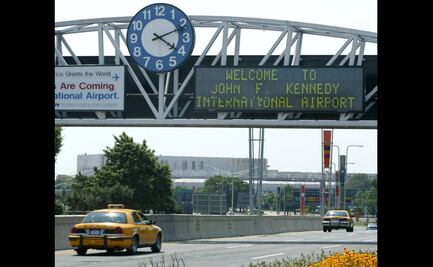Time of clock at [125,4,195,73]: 4:11
